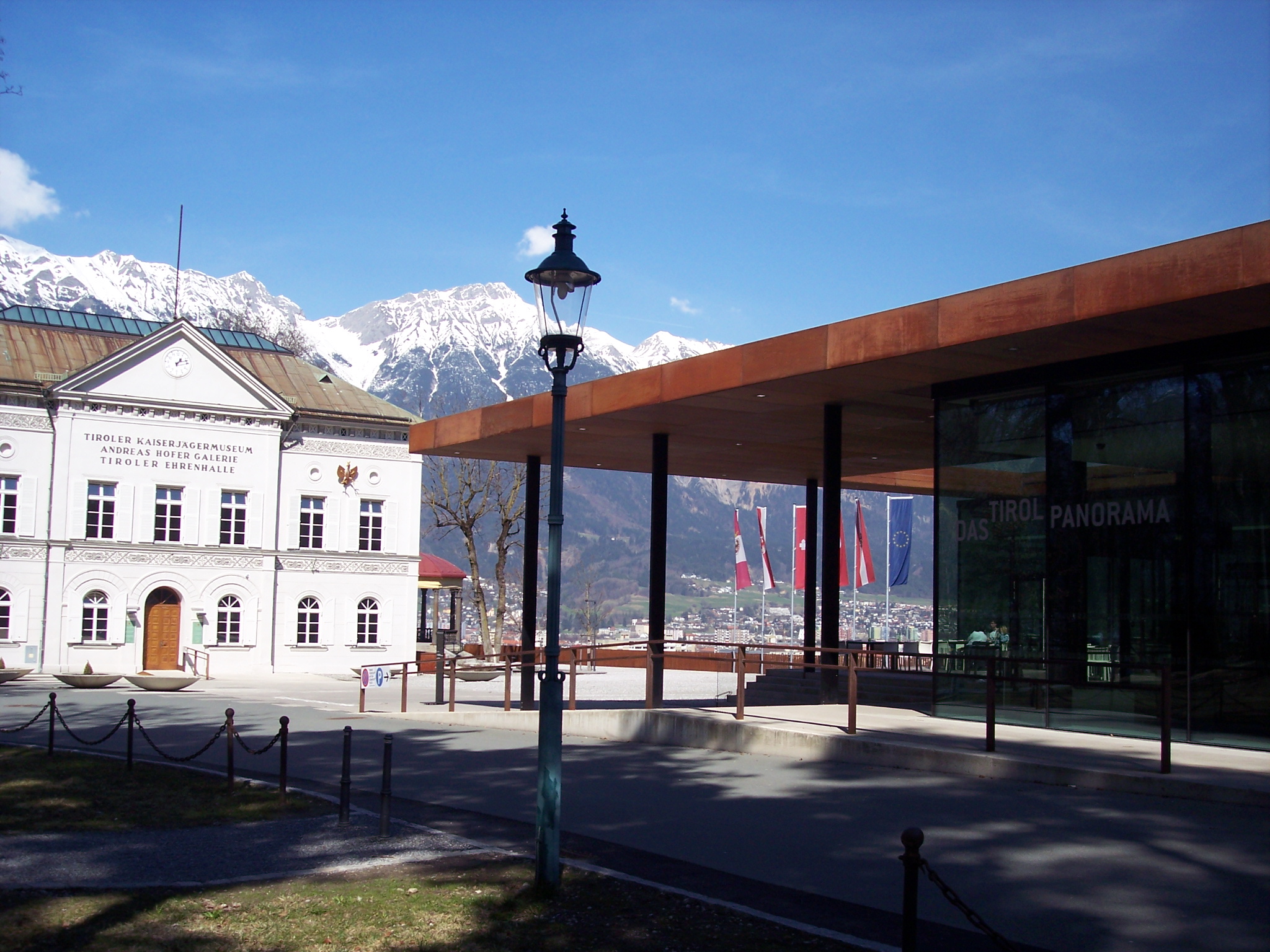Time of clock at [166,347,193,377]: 1:12
